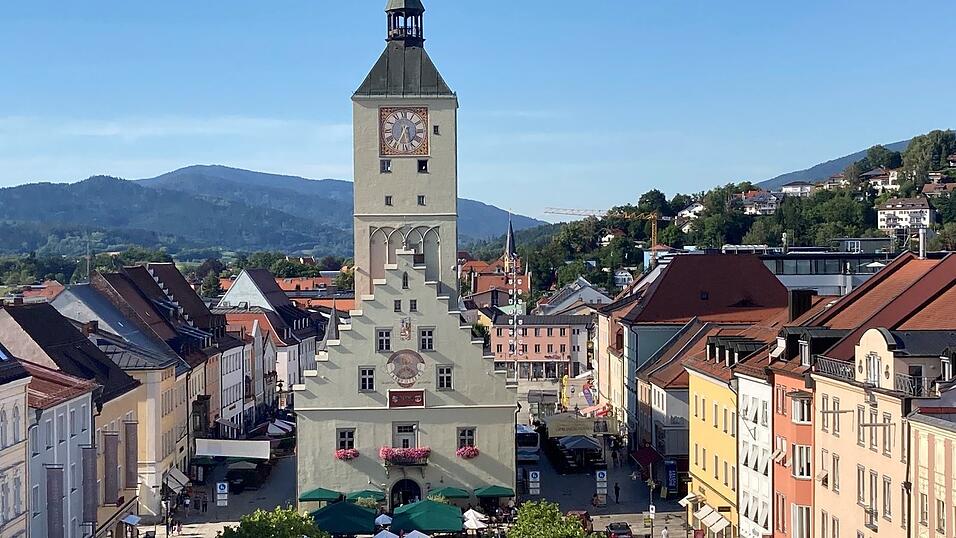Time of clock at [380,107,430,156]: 5:34
